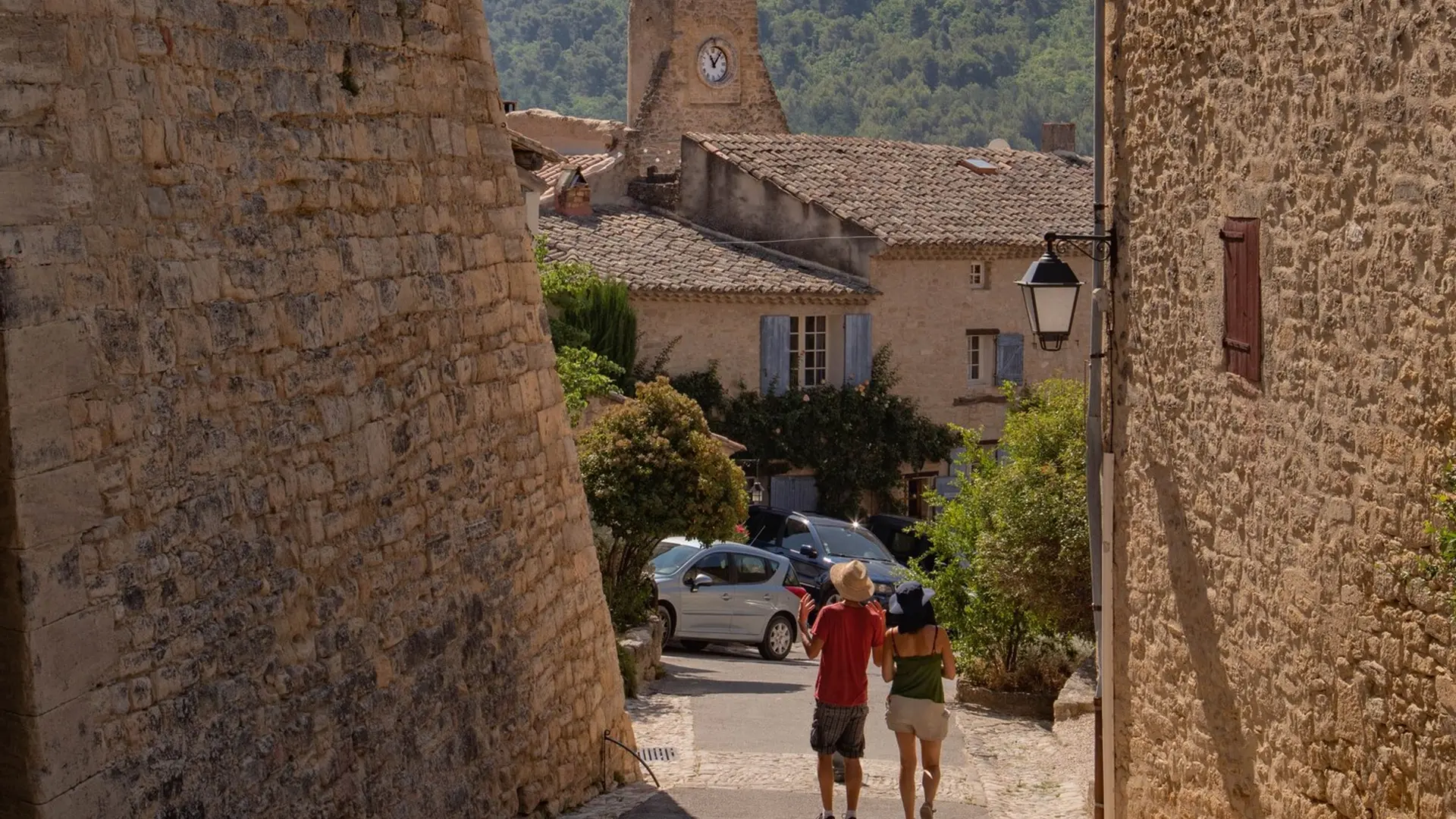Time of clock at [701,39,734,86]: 11:06
